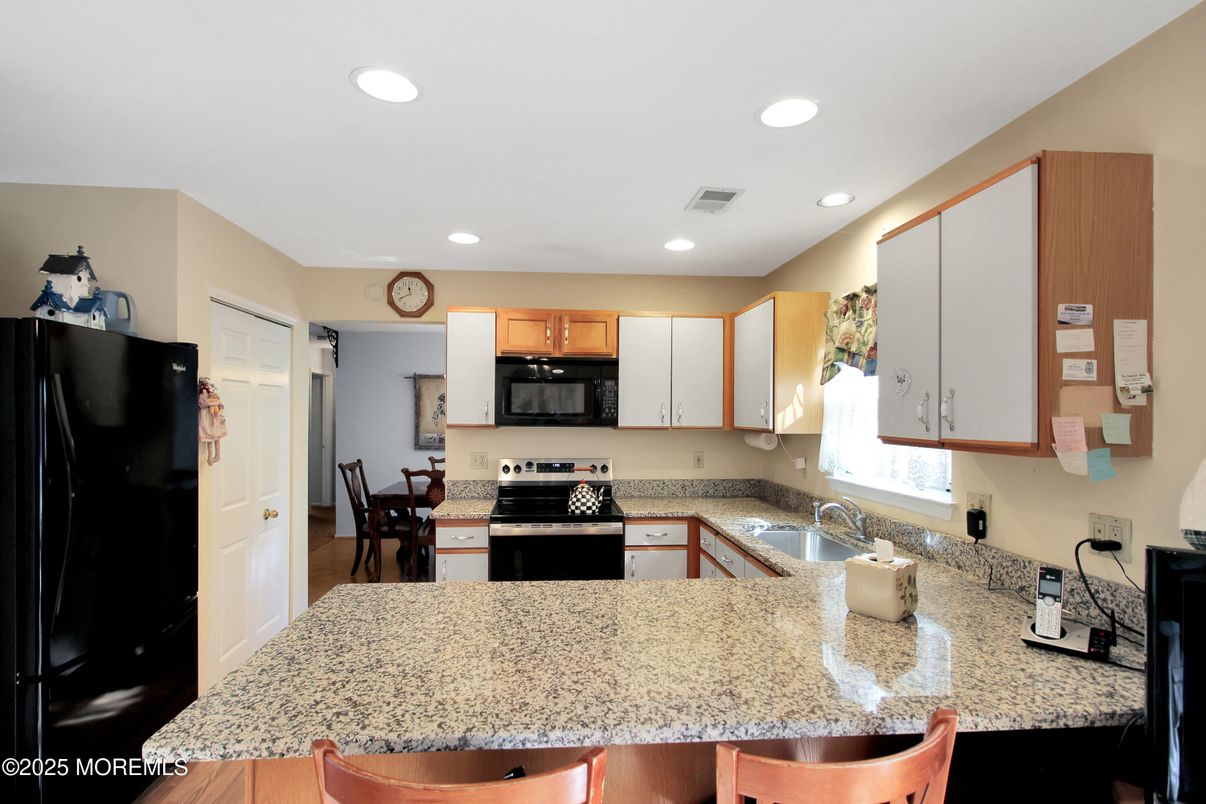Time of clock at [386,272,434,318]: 11:40
